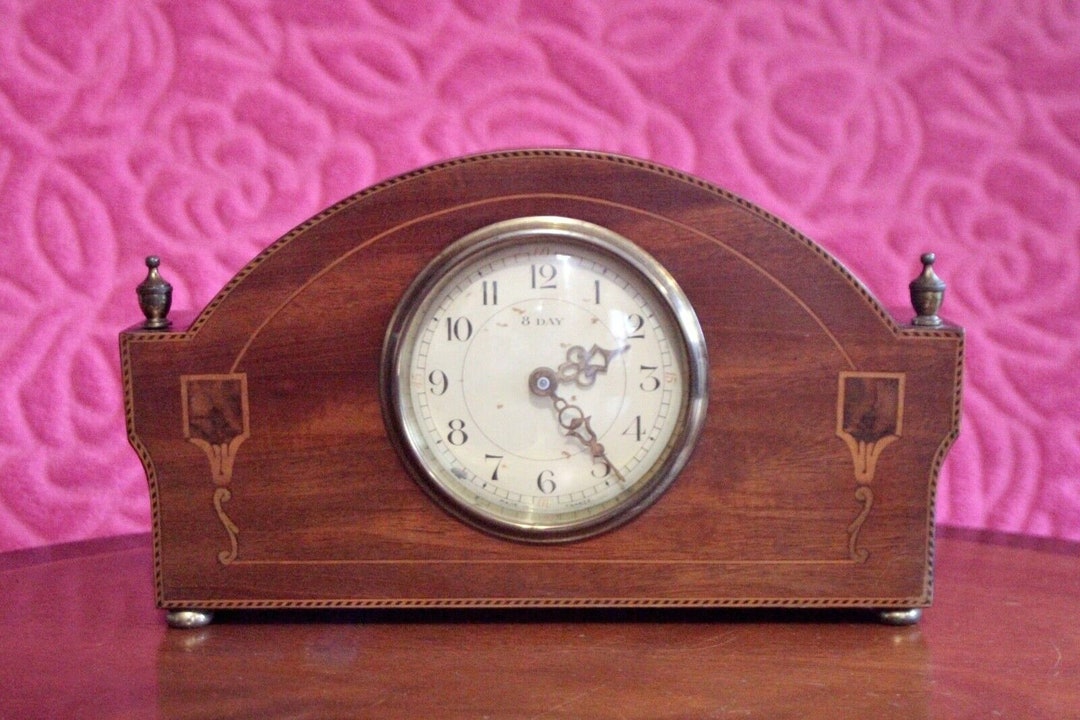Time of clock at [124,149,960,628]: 2:23
